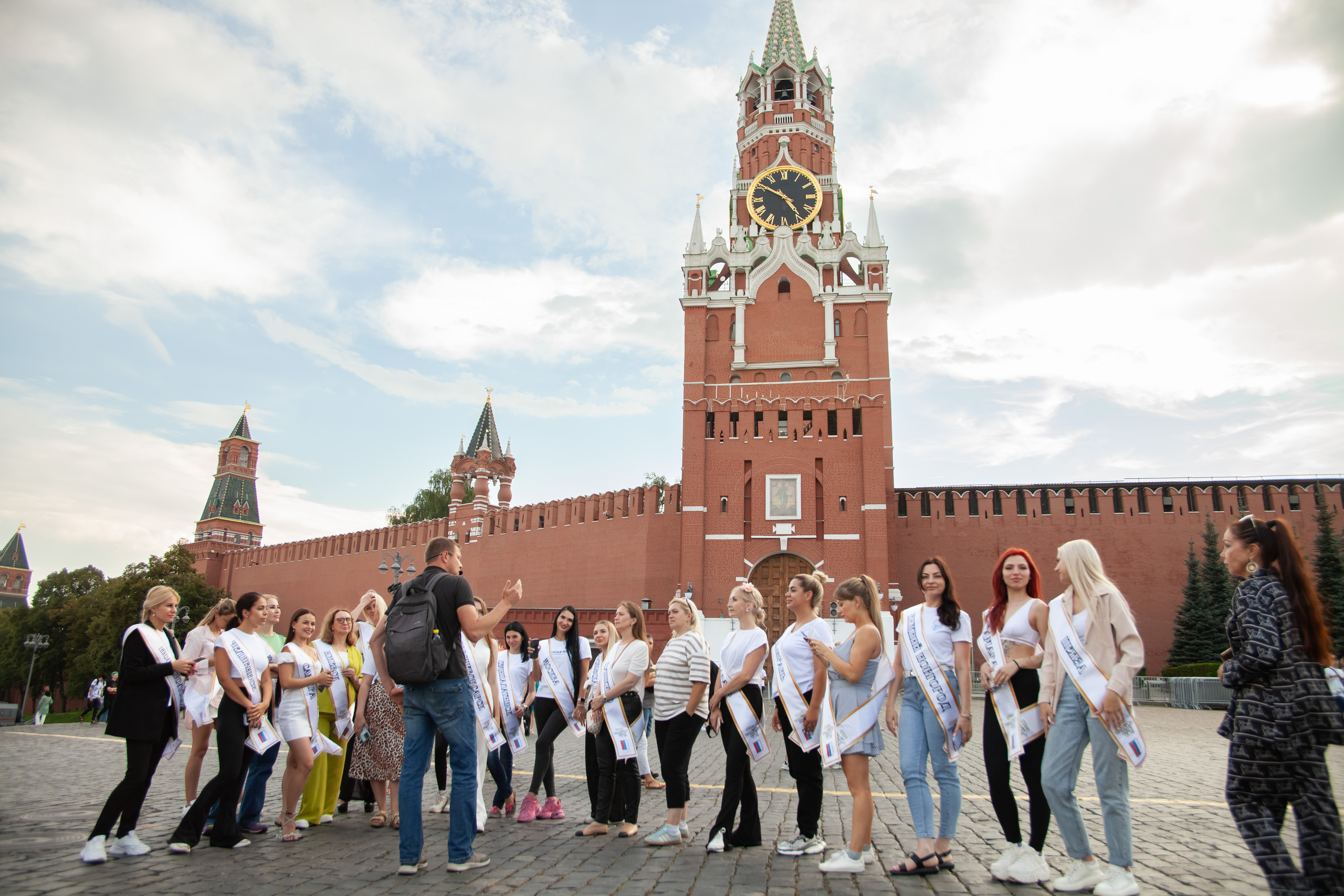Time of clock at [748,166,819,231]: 4:50
